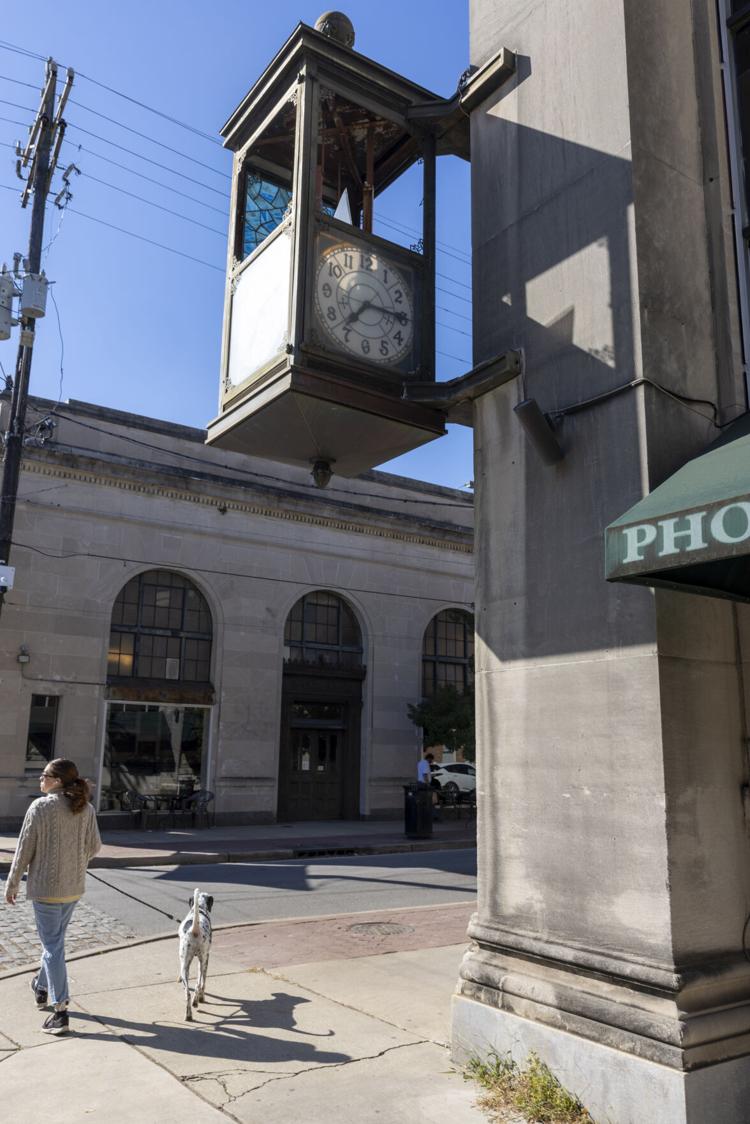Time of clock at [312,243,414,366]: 7:15
